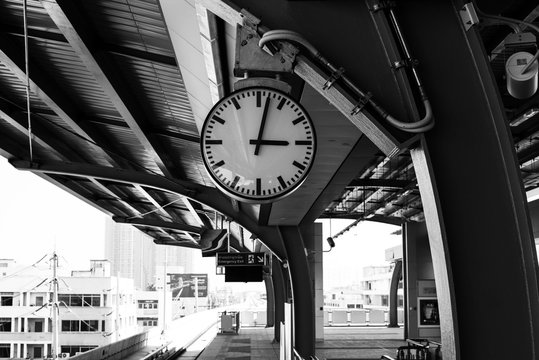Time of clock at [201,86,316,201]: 3:02
